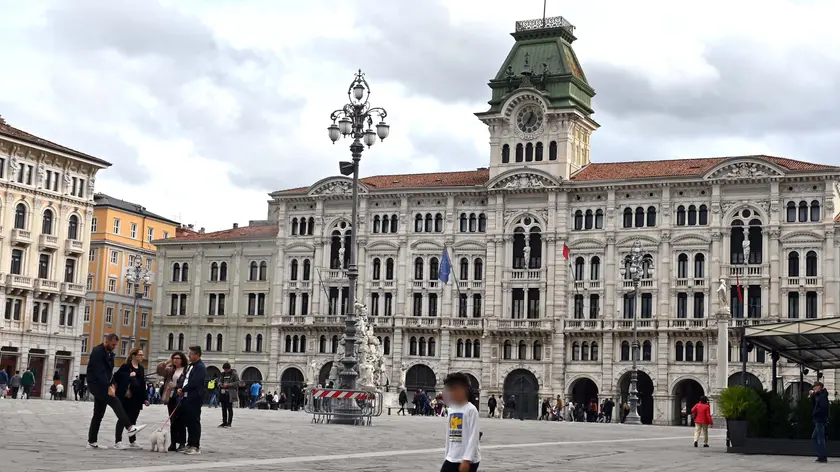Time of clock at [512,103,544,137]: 12:36
